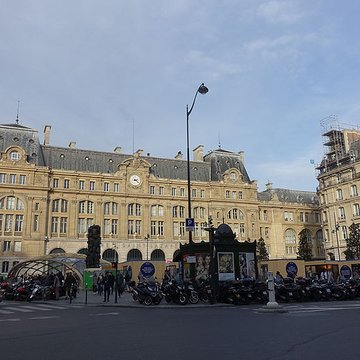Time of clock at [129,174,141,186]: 3:22
